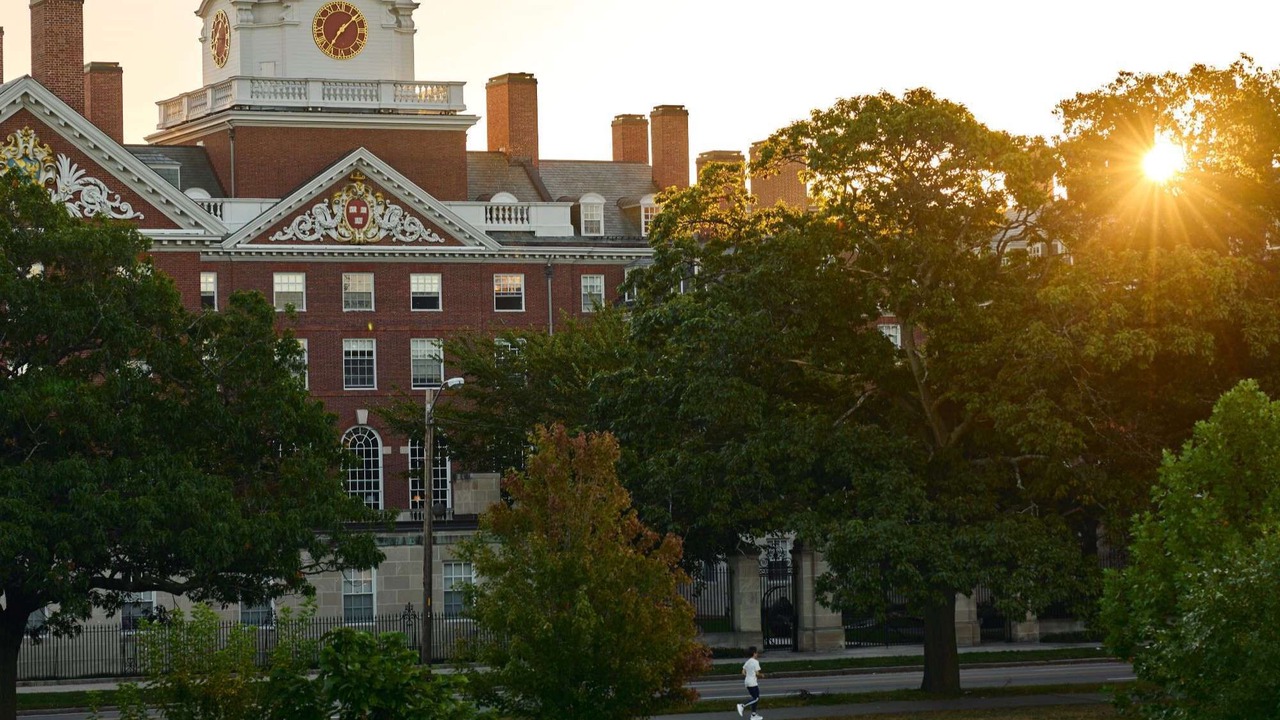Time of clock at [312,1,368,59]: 7:08
